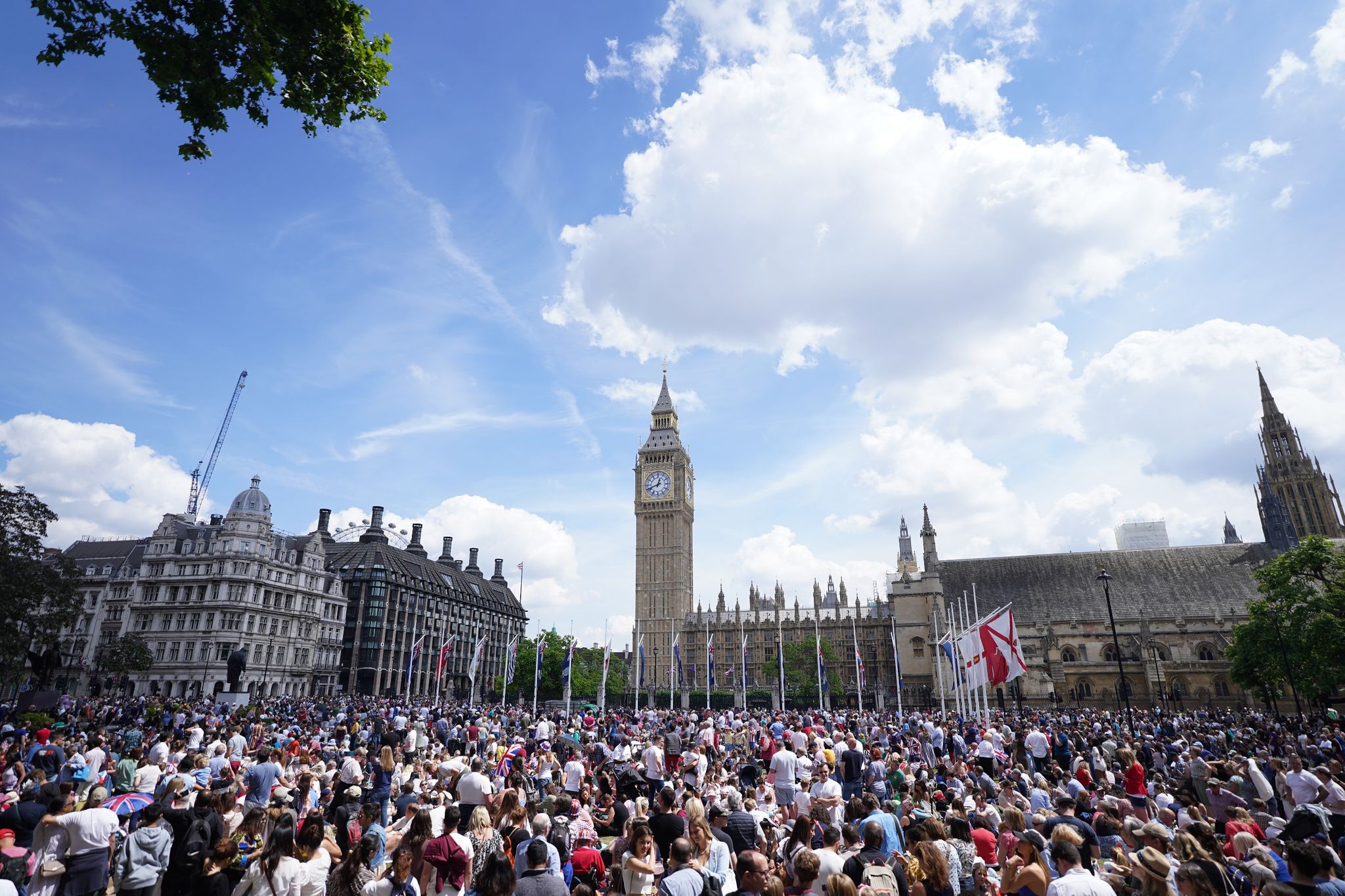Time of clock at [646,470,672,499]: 12:41
